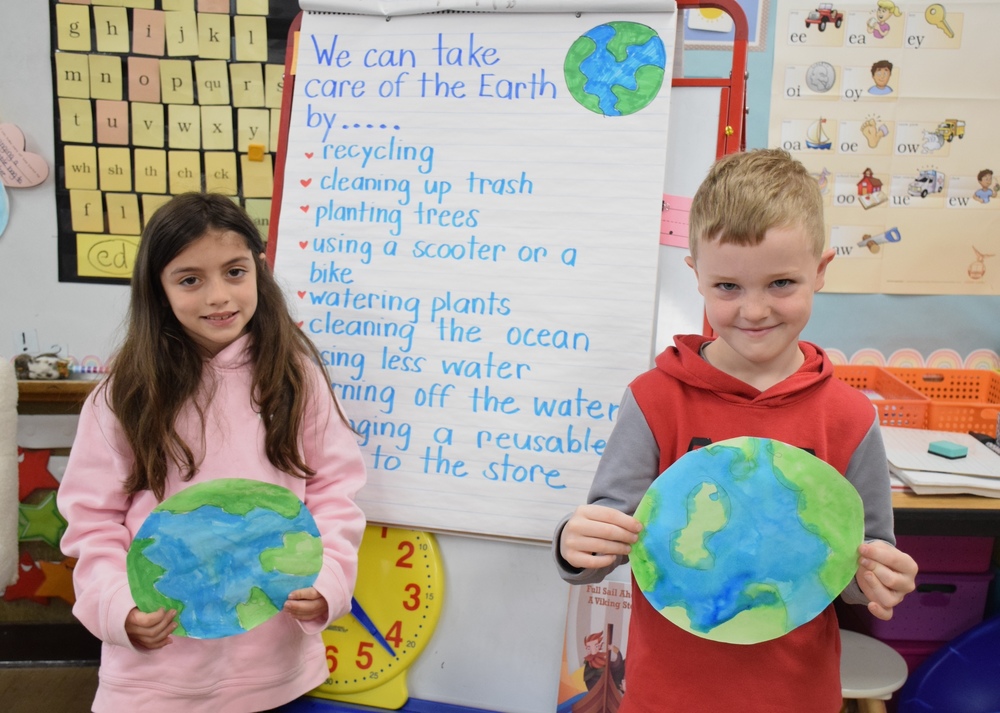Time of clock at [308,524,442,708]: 4:21
